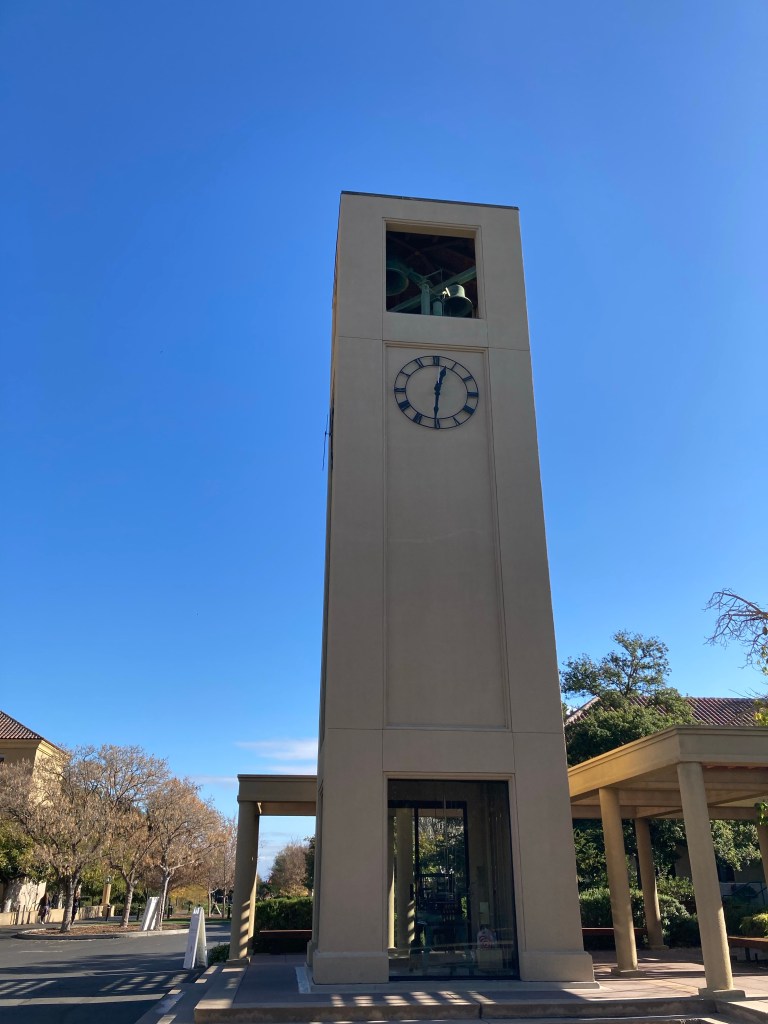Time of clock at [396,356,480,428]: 12:30
